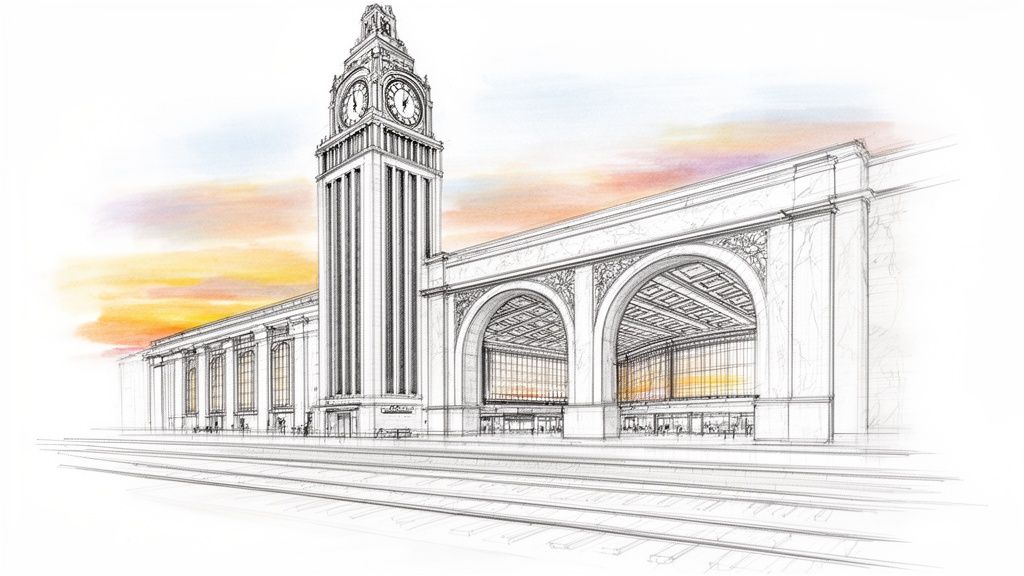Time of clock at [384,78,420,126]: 1:01
